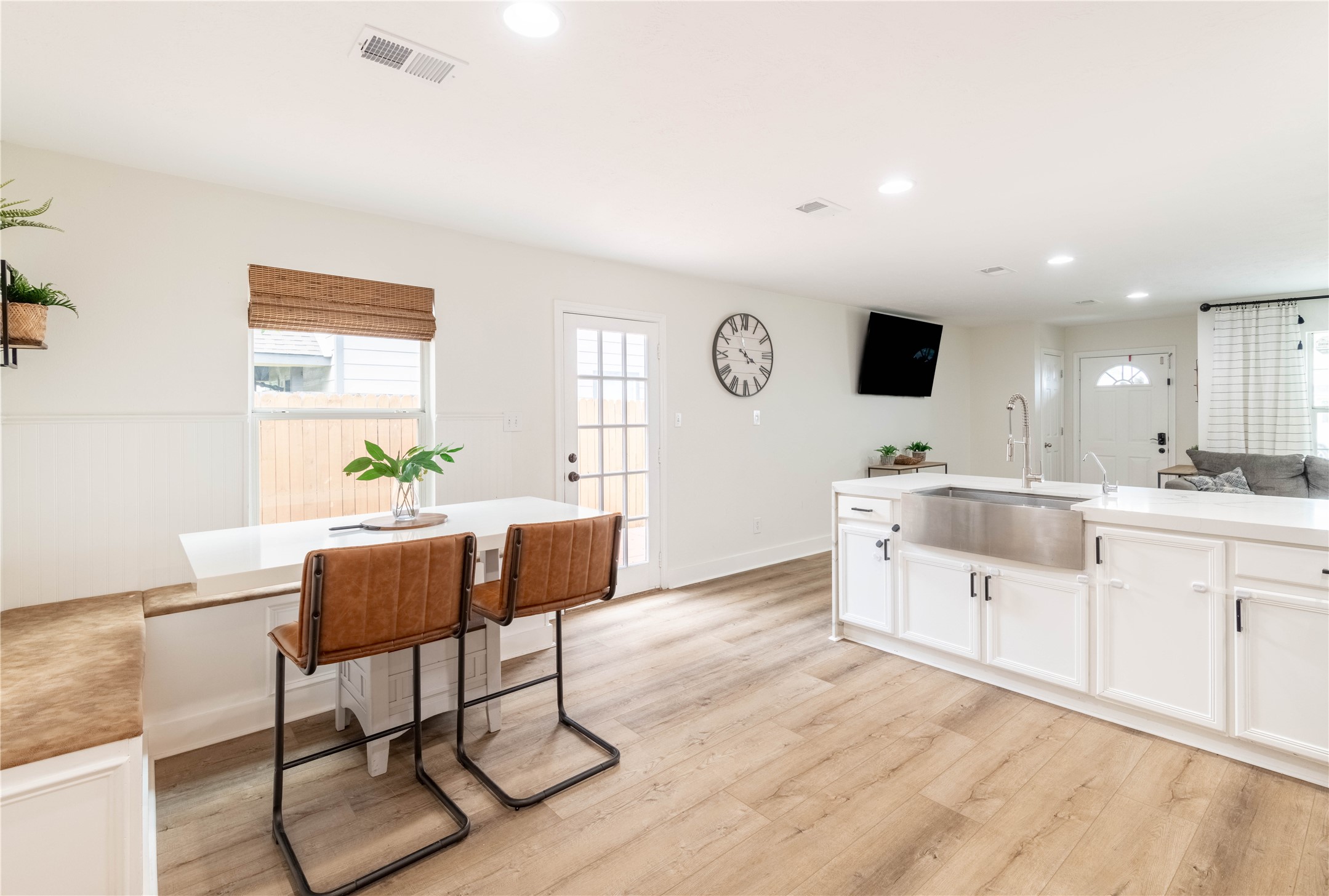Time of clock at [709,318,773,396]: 3:57
